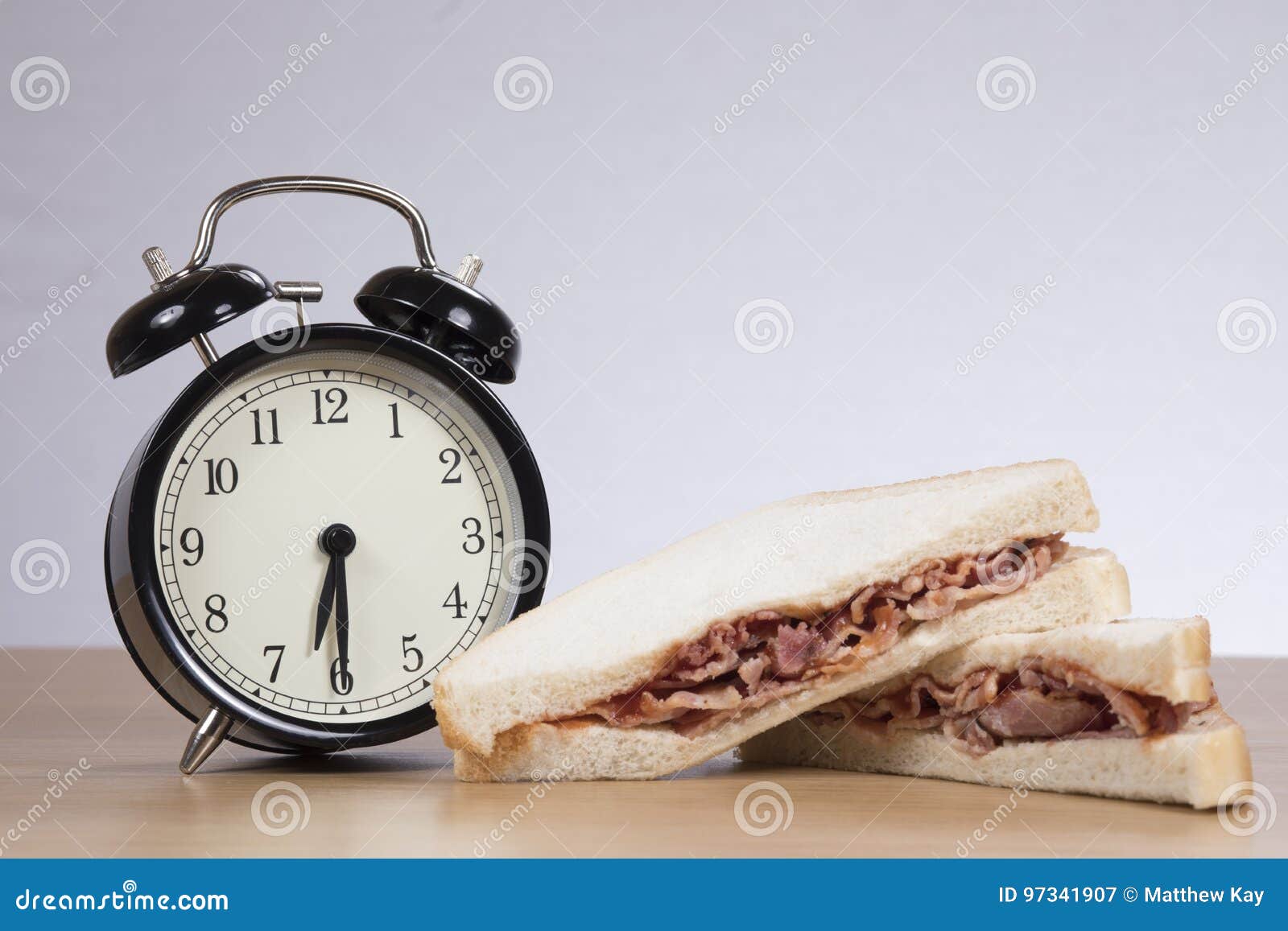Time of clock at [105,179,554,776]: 6:30
